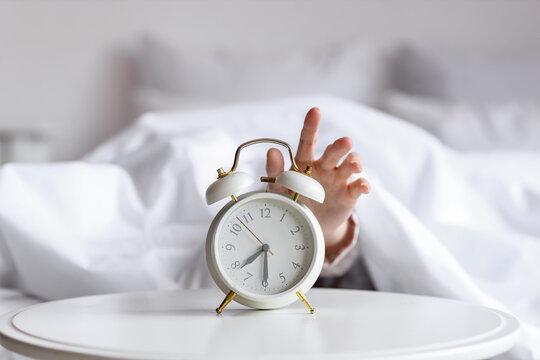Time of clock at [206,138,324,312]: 7:29
